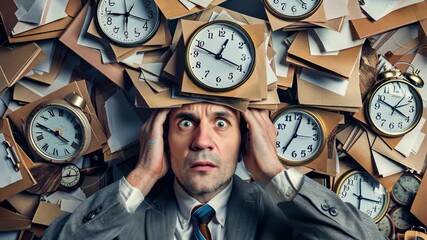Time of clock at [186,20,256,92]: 12:48
